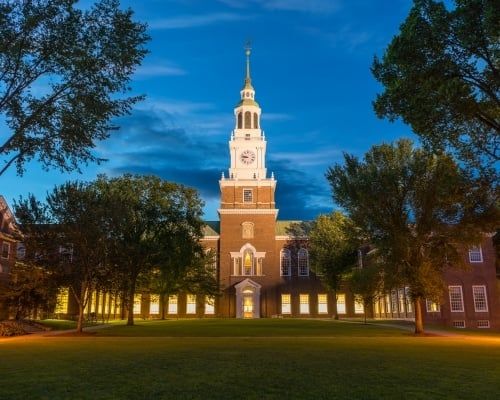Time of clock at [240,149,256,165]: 8:47
